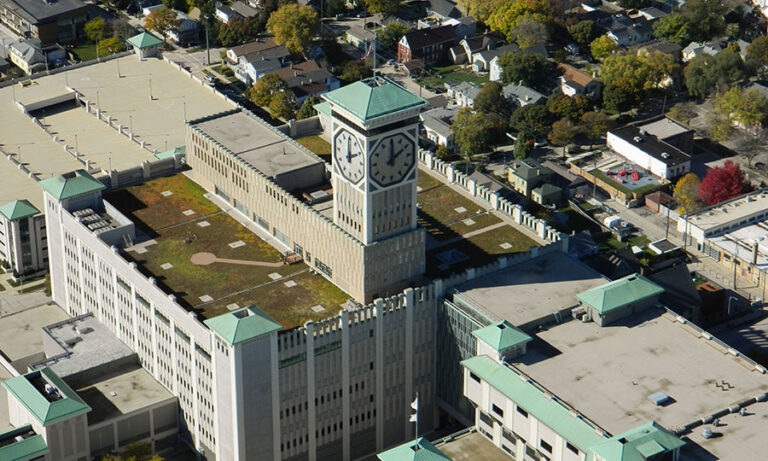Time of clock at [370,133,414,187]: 12:09
